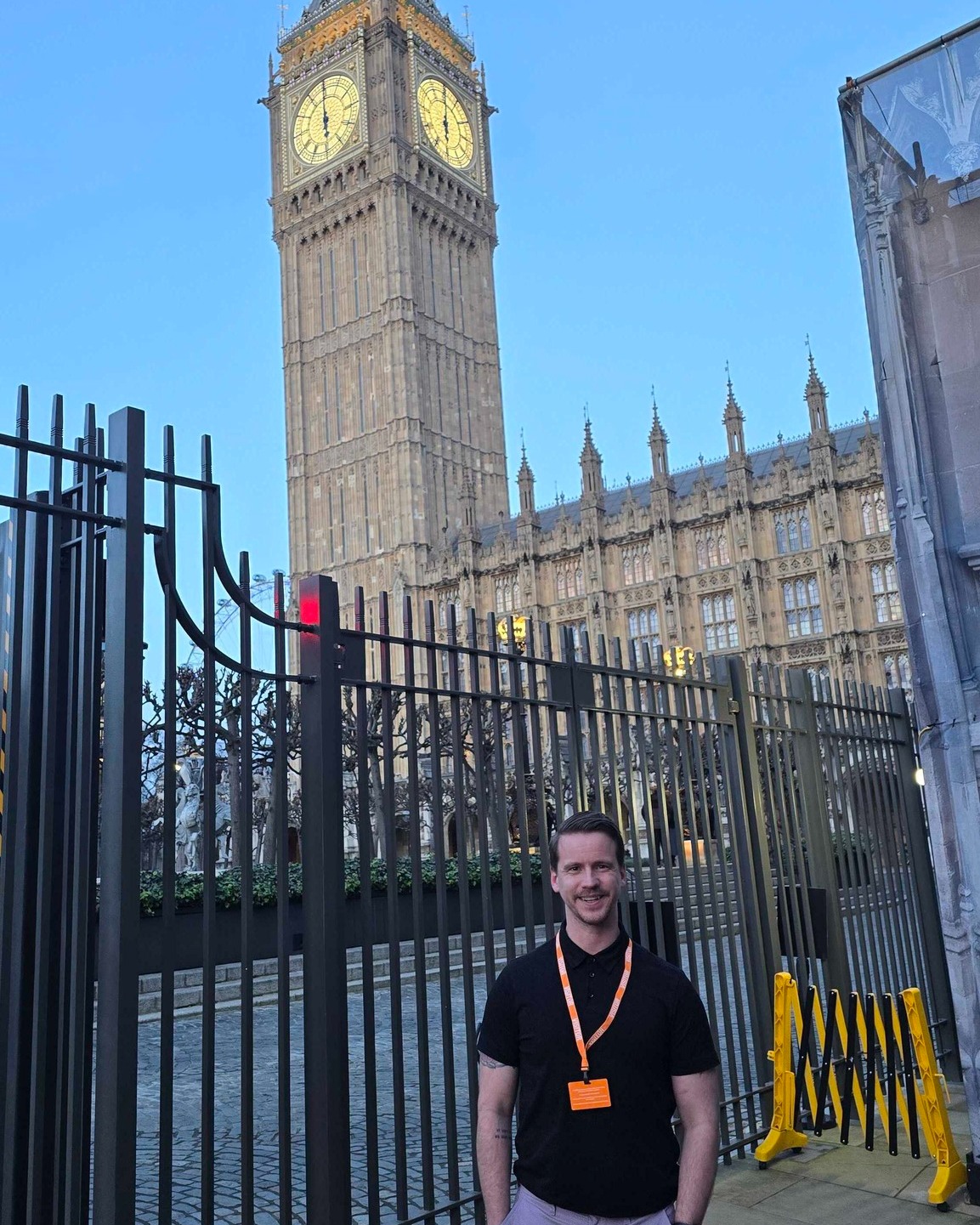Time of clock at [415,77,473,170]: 6:00
